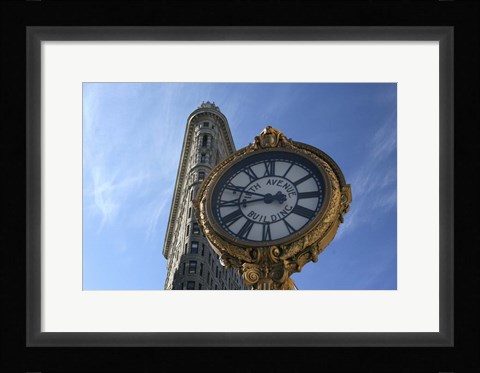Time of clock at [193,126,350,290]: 8:47
